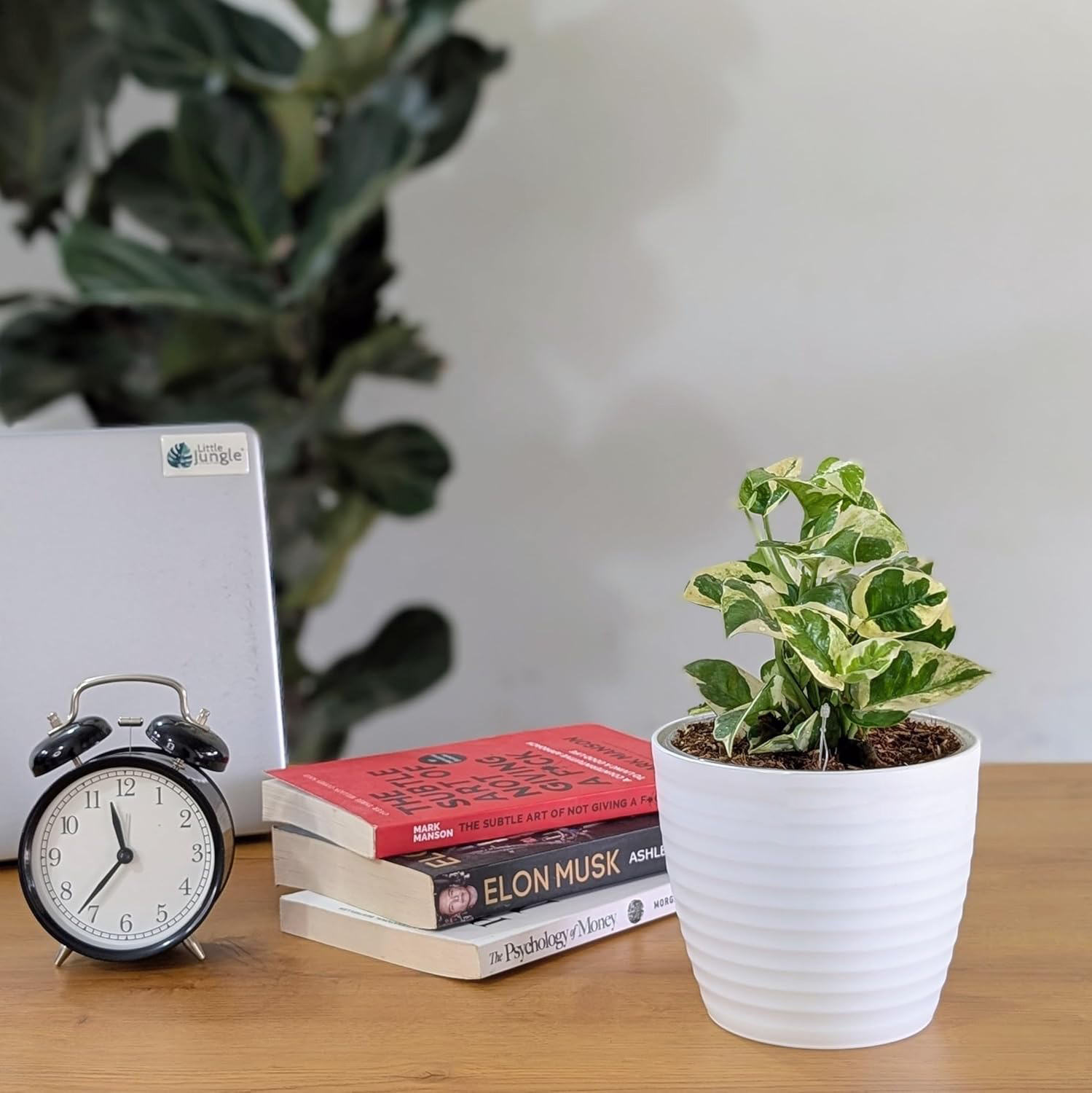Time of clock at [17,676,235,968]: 11:36
